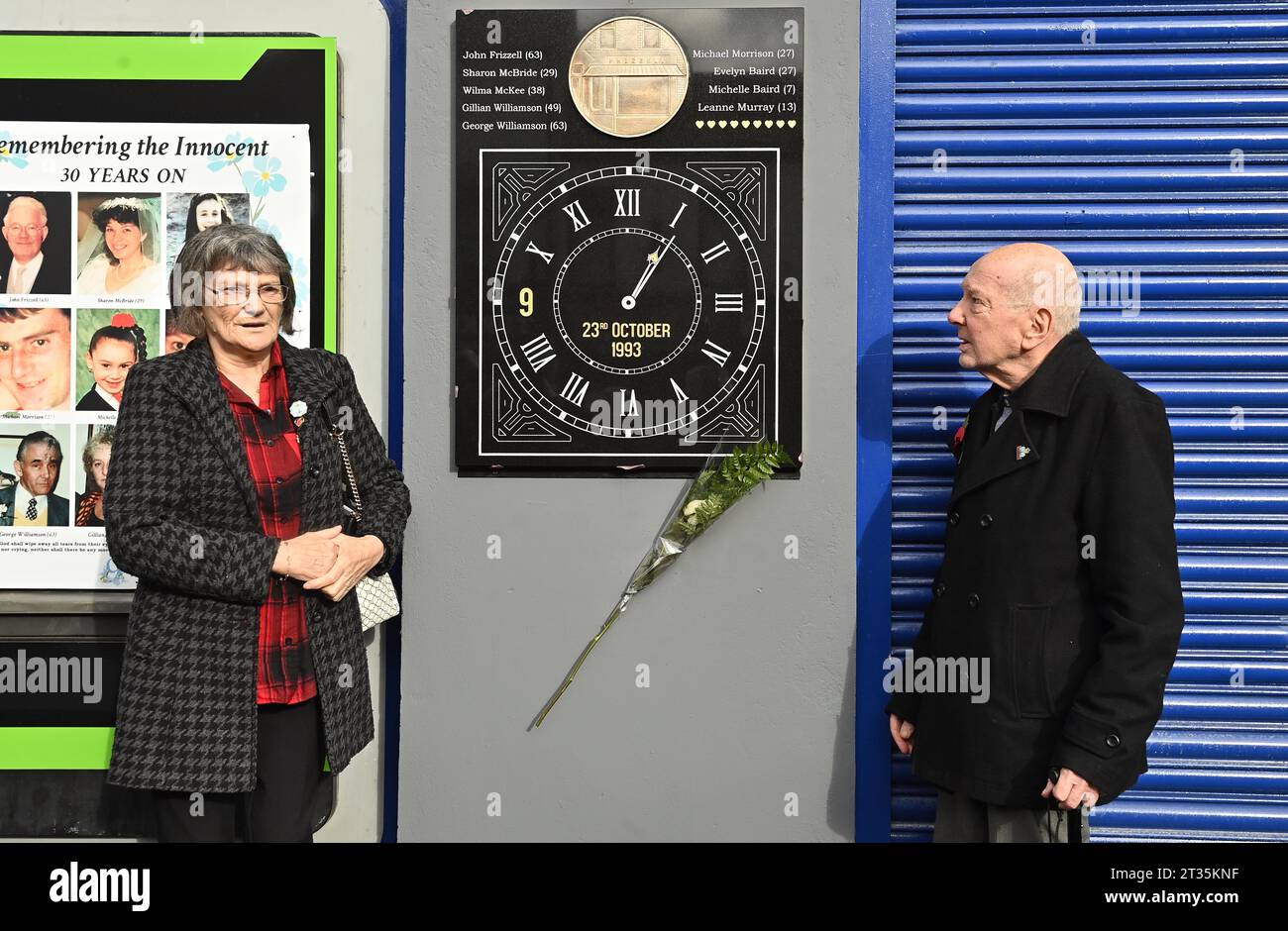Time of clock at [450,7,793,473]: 1:05
